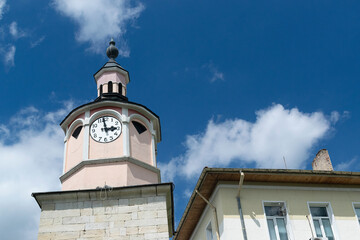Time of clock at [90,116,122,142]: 2:58
